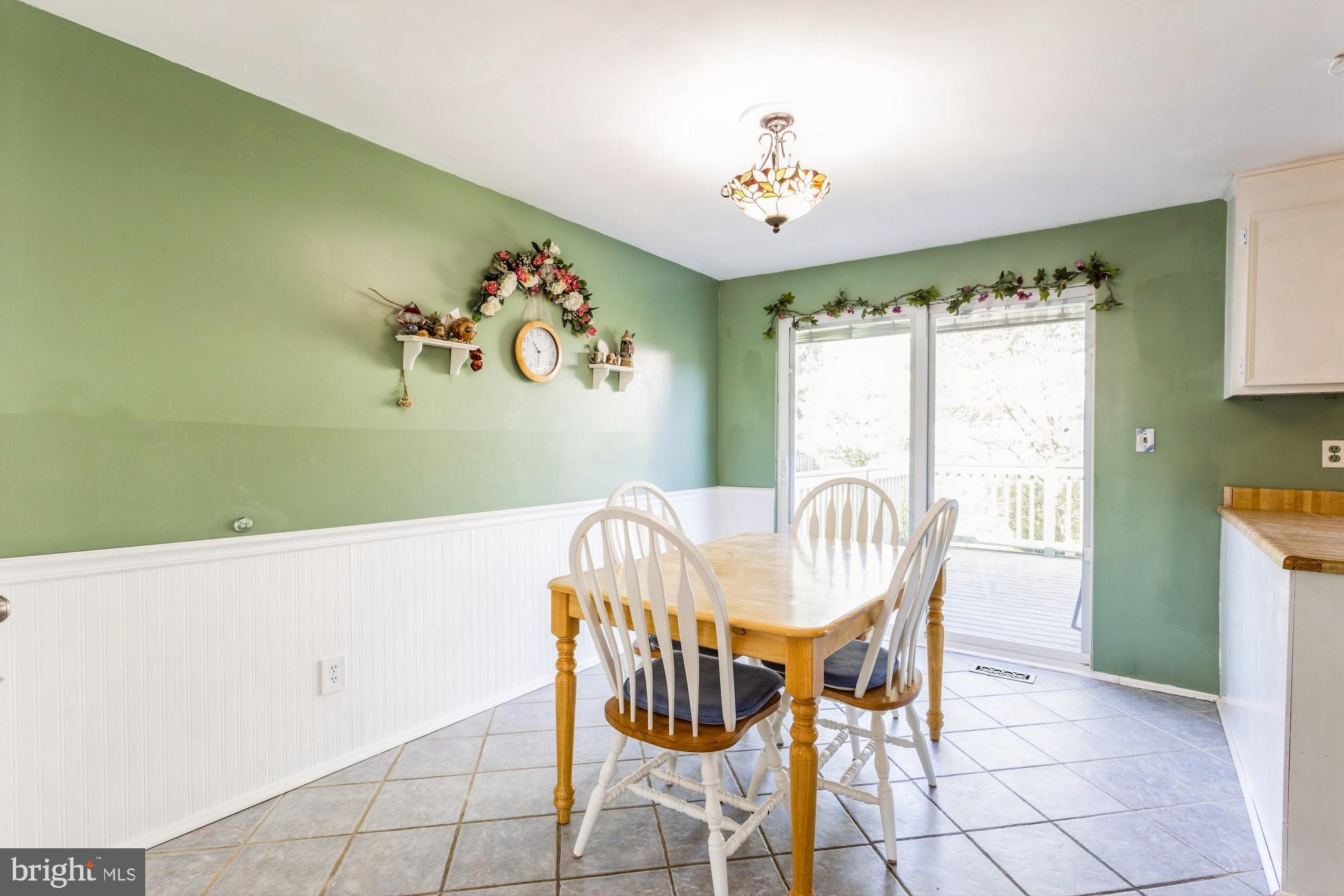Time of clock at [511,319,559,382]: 10:30
